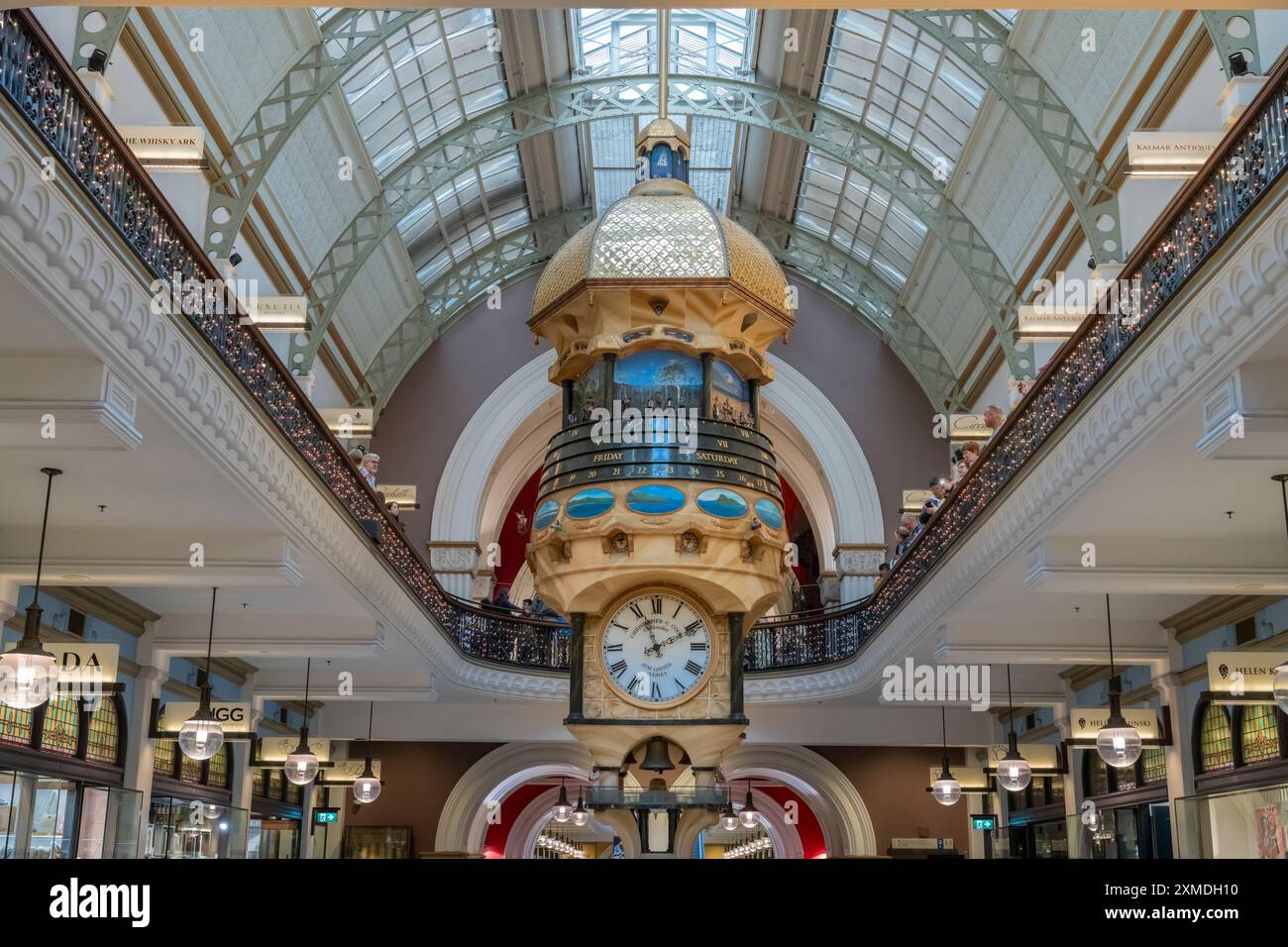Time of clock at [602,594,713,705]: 1:56
